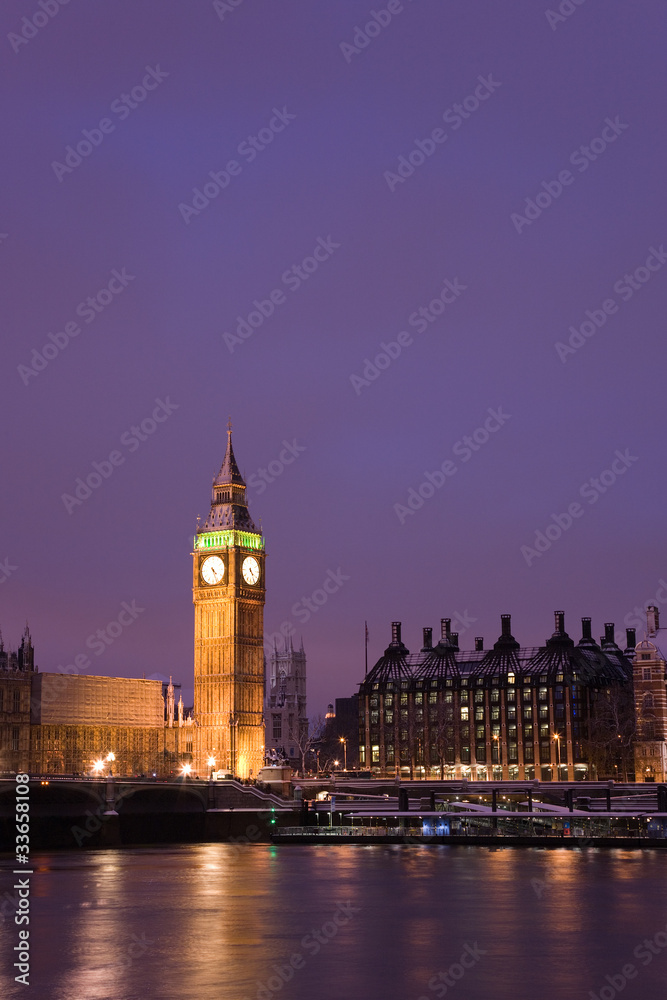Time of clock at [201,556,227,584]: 4:26
